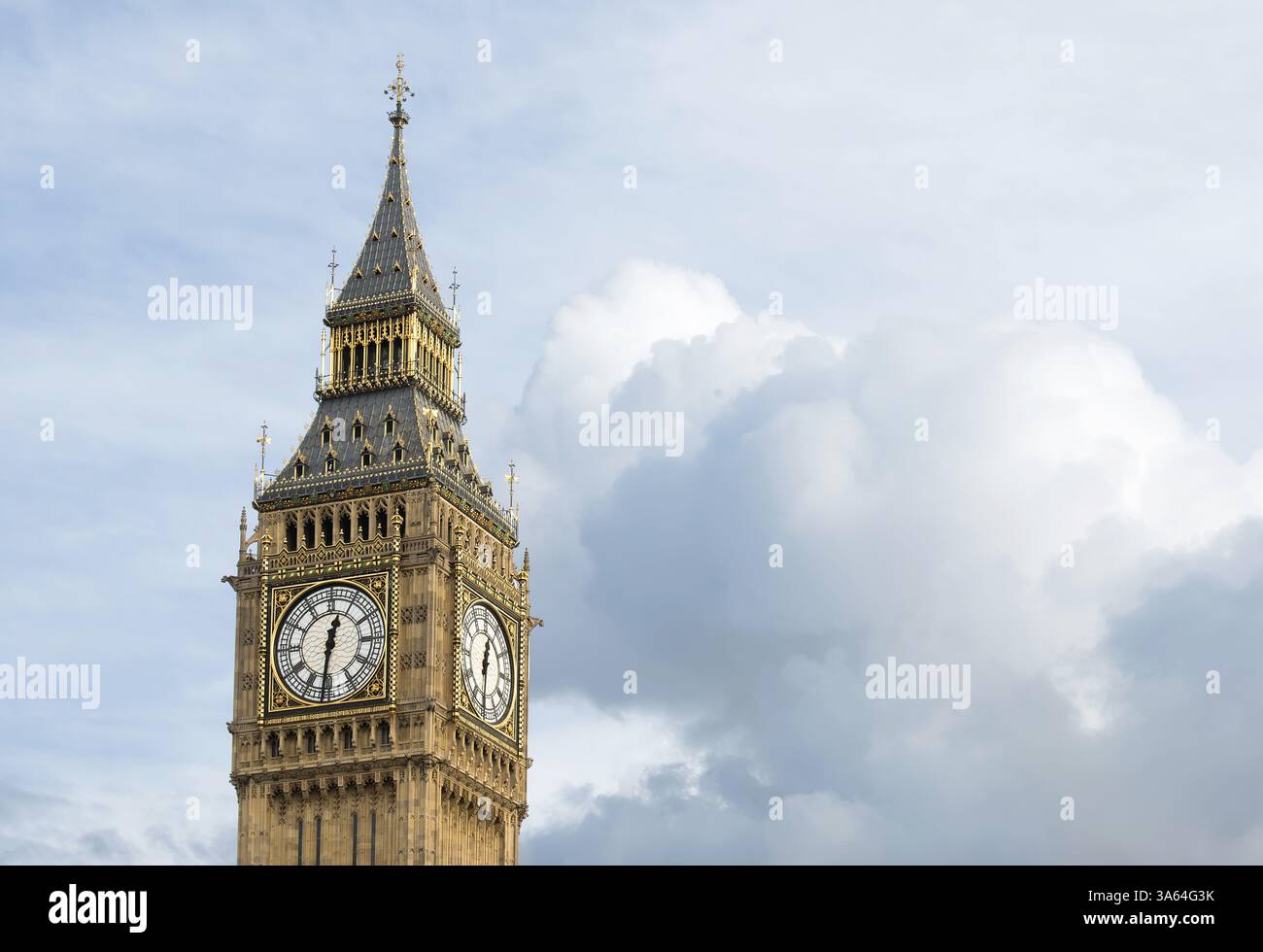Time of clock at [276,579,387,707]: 12:31
